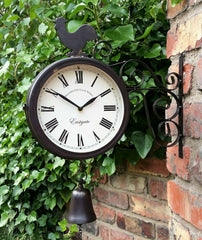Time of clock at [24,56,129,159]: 1:50
